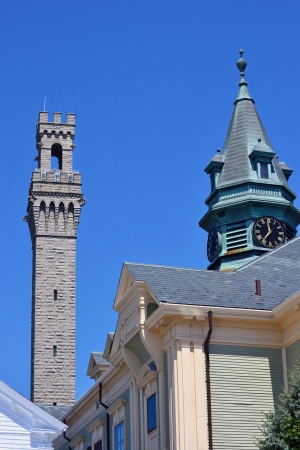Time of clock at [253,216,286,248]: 11:36
